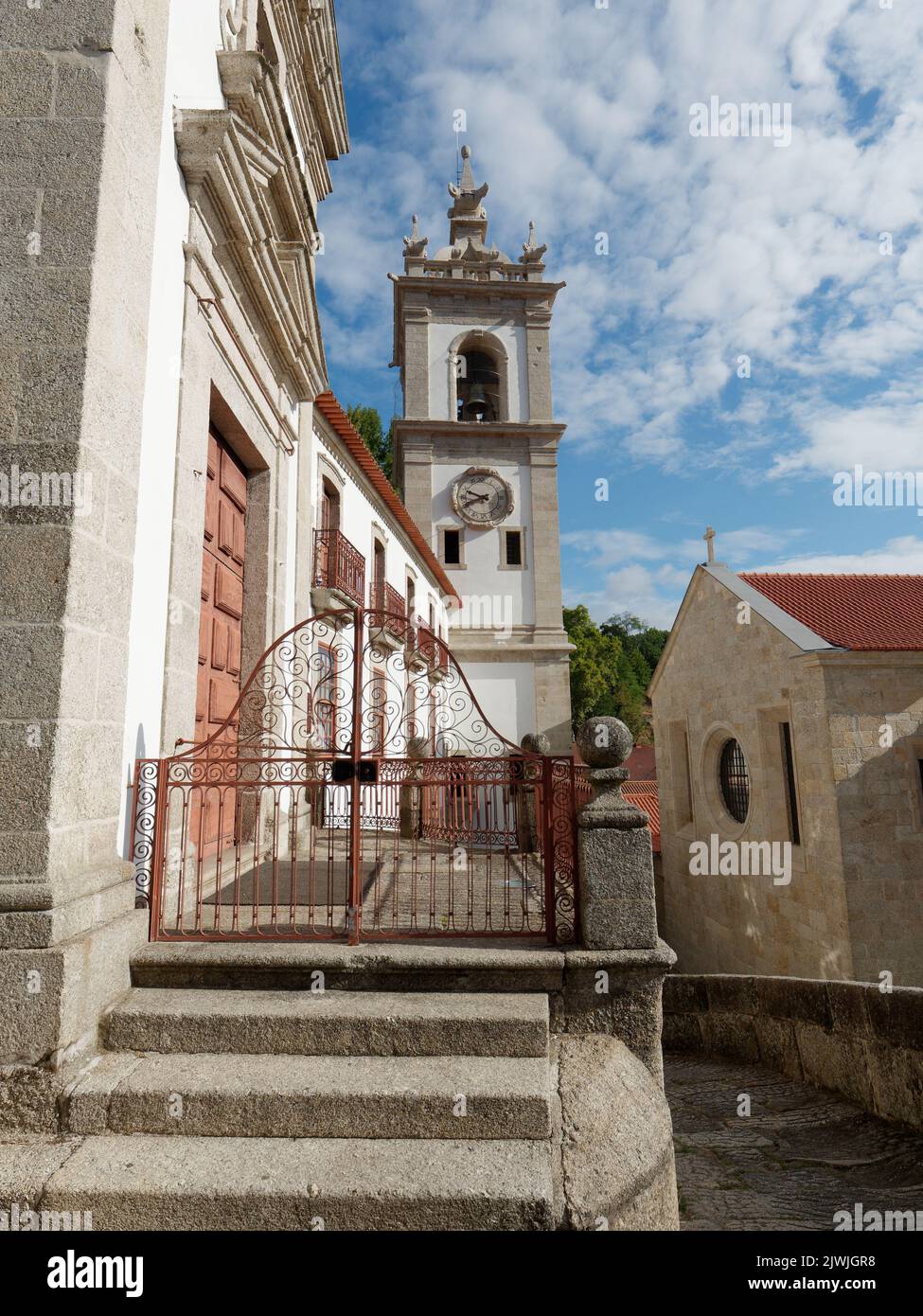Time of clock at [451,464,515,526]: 9:41
